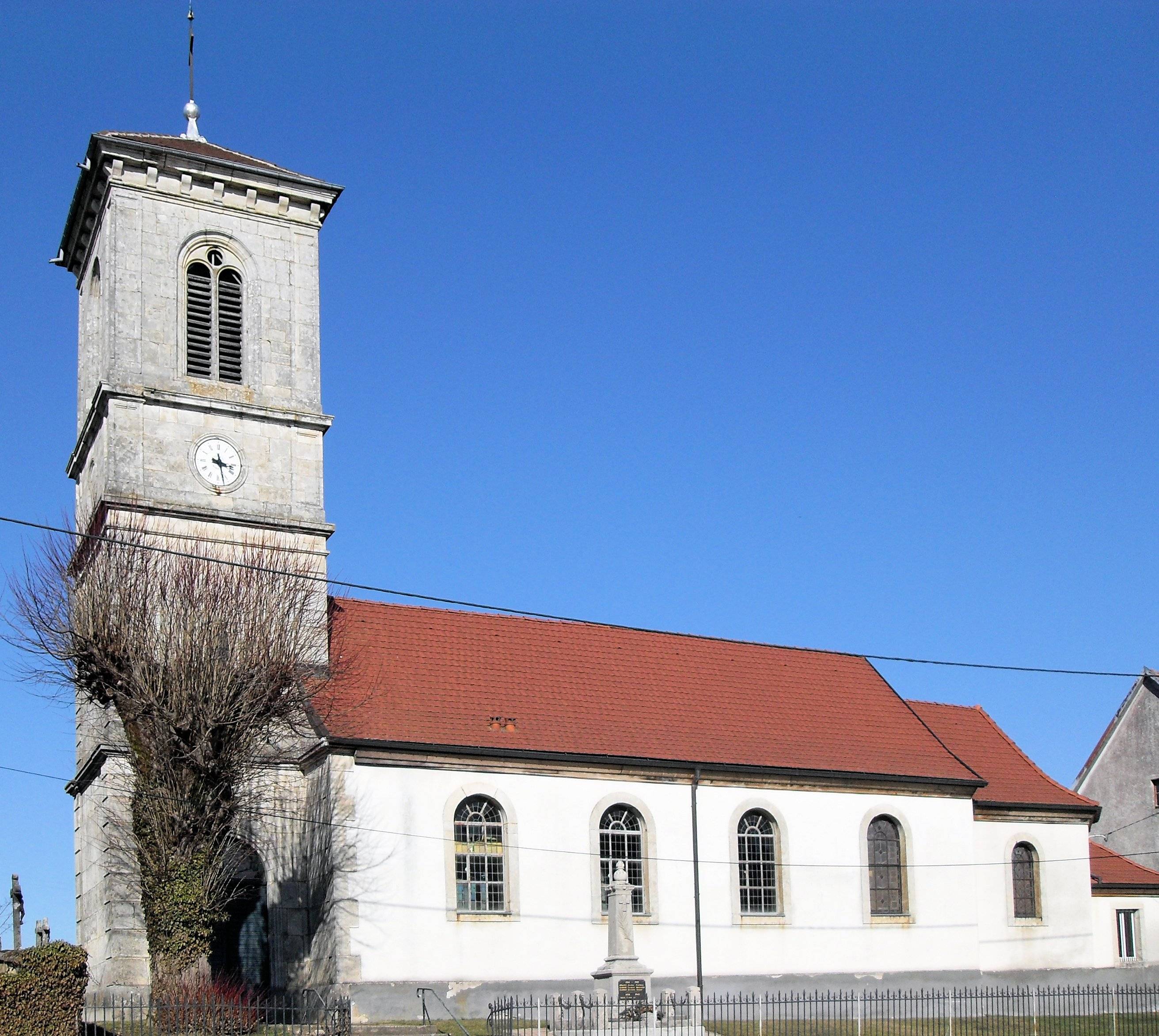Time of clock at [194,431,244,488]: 3:27
